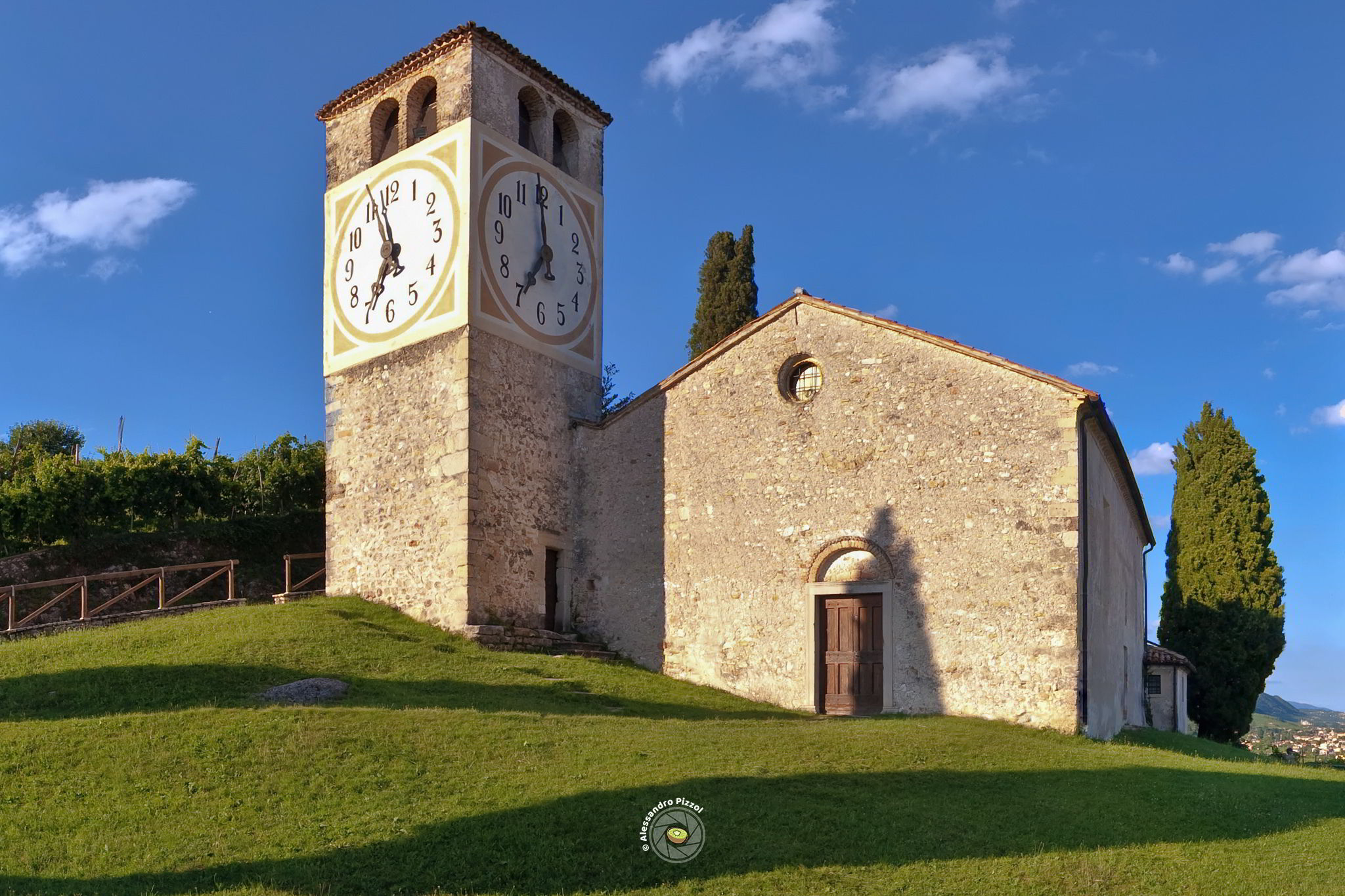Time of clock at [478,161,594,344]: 6:59
